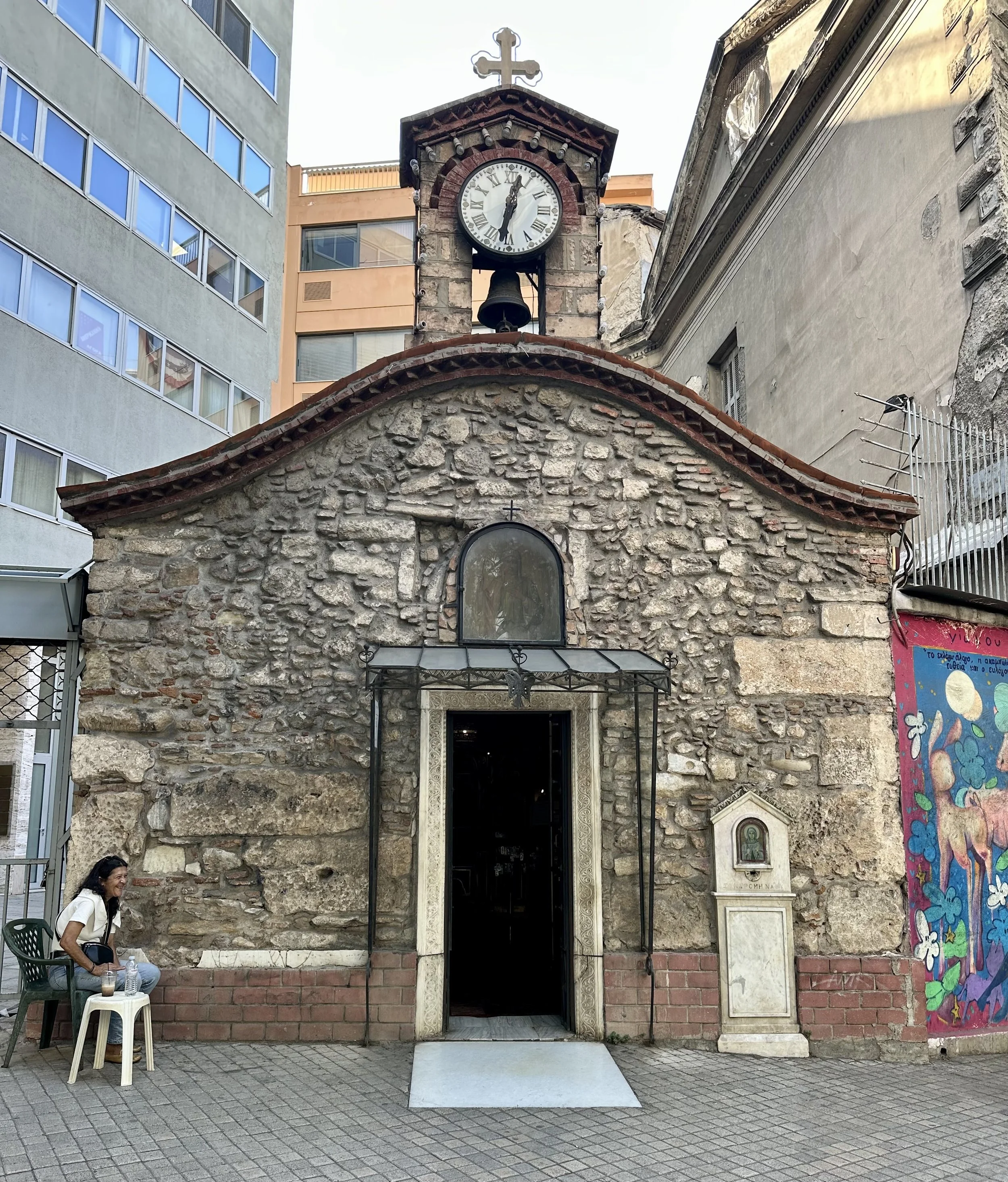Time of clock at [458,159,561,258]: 12:31
